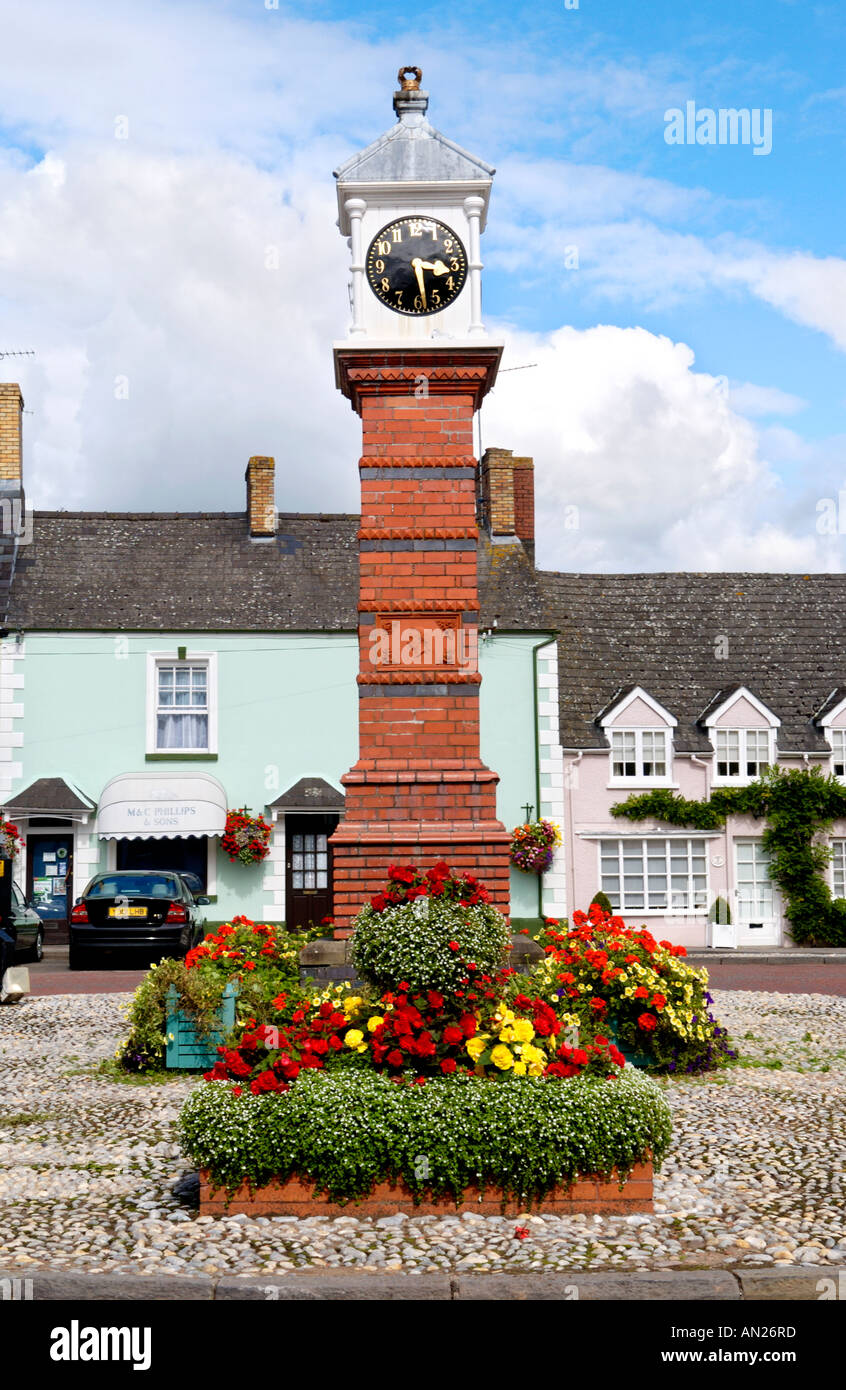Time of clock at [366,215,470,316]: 3:28
